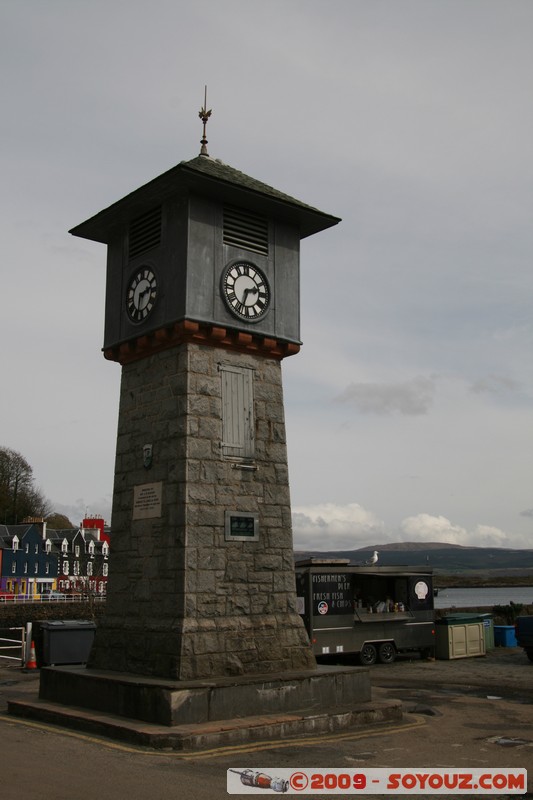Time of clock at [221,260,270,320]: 2:33
